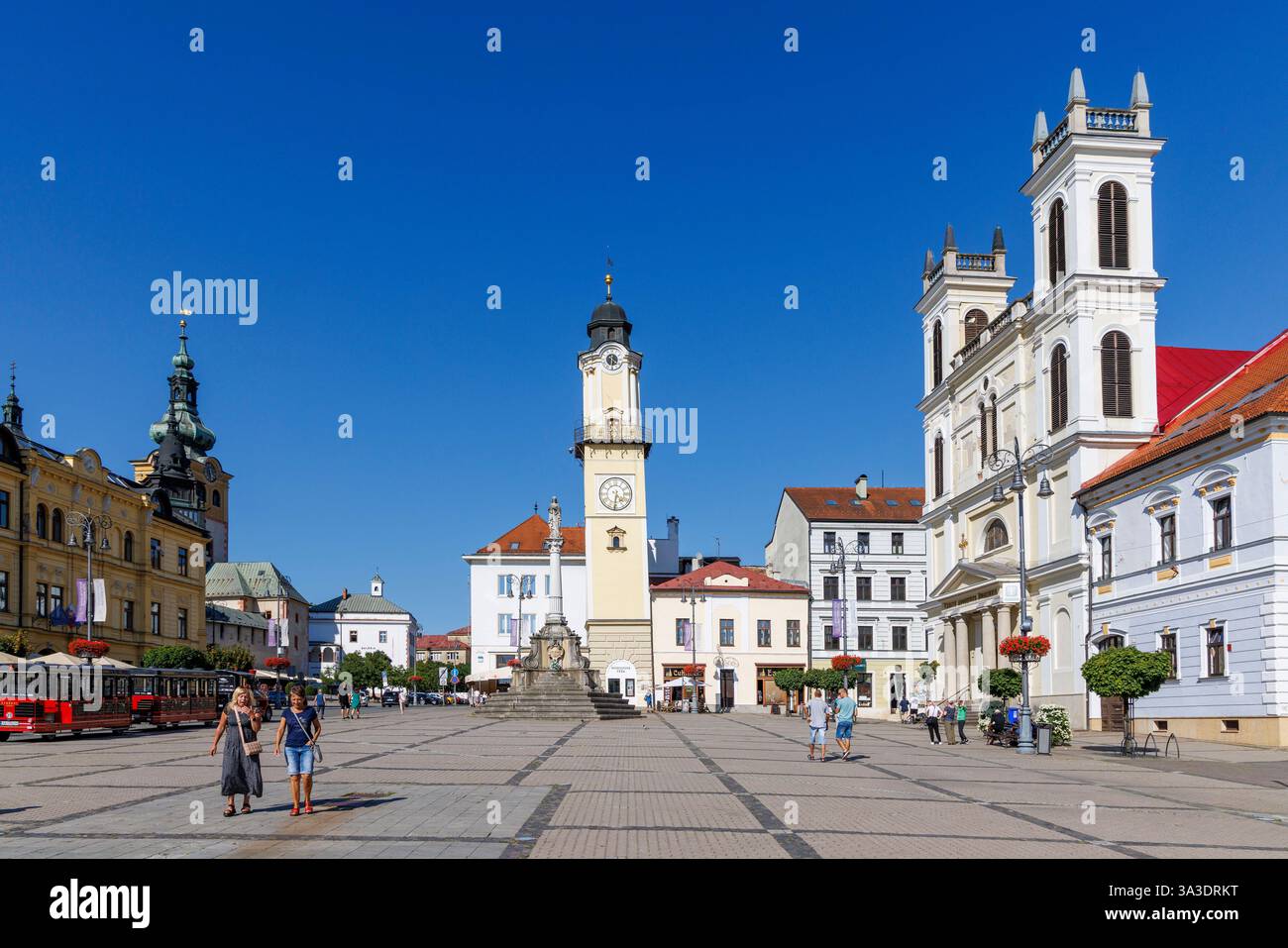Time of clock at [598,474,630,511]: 4:31
